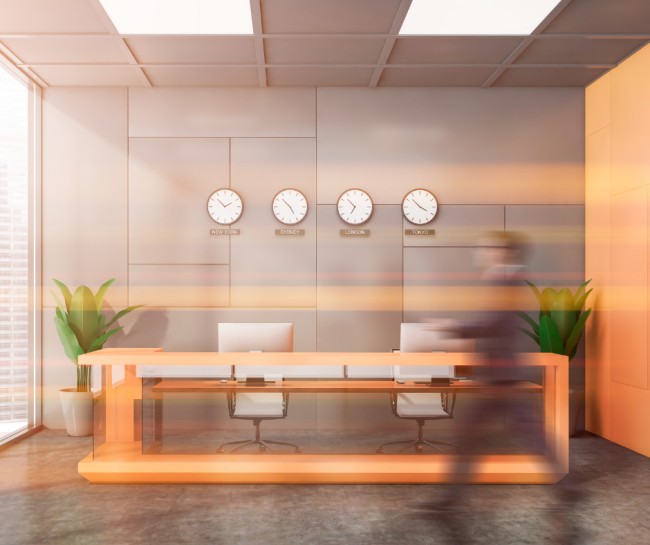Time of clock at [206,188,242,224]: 1:52
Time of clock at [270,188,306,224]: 4:52
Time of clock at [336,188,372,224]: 6:52
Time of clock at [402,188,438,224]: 3:52
